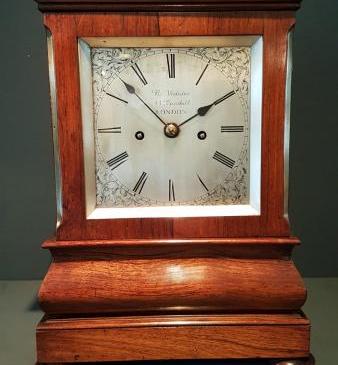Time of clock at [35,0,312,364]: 1:52
